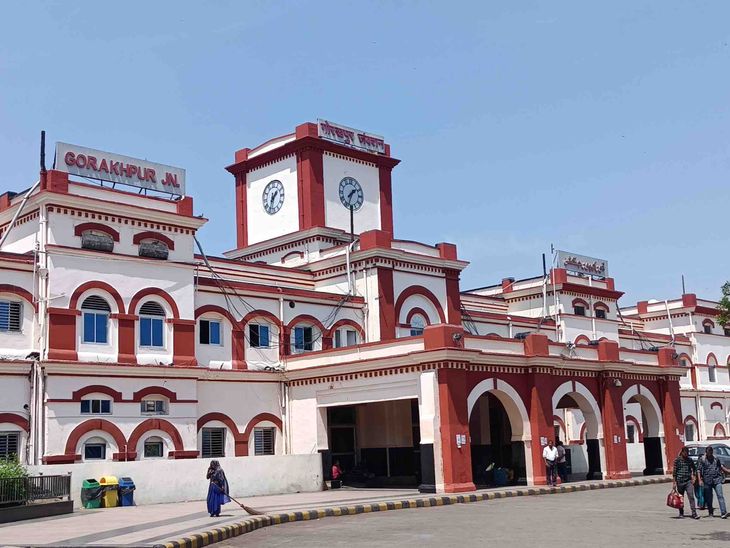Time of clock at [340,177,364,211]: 1:33
